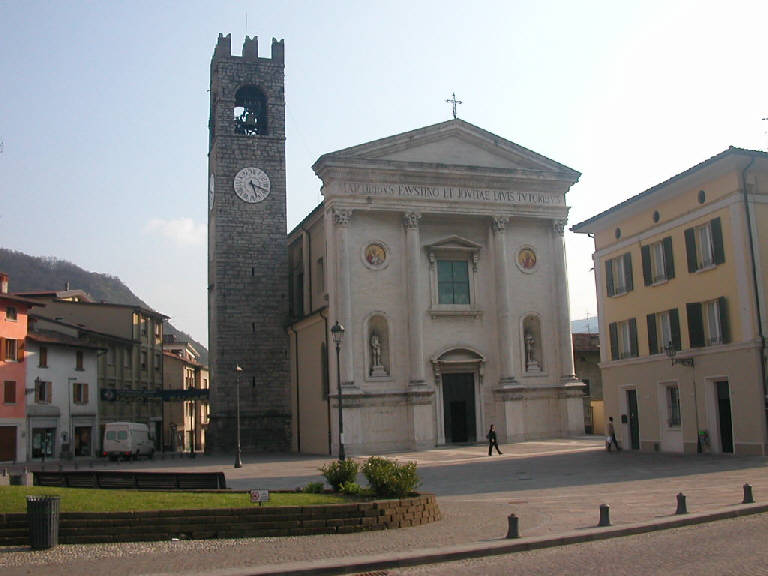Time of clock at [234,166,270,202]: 5:18
